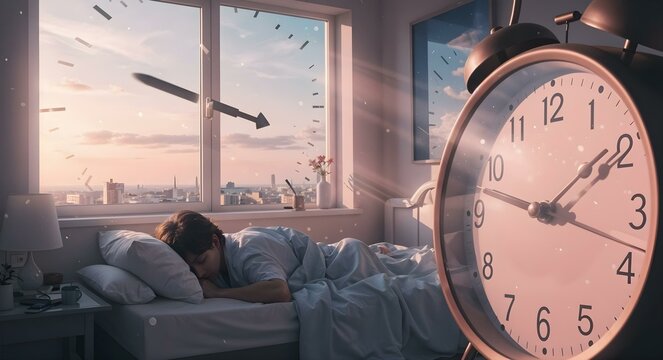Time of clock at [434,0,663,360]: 1:47
